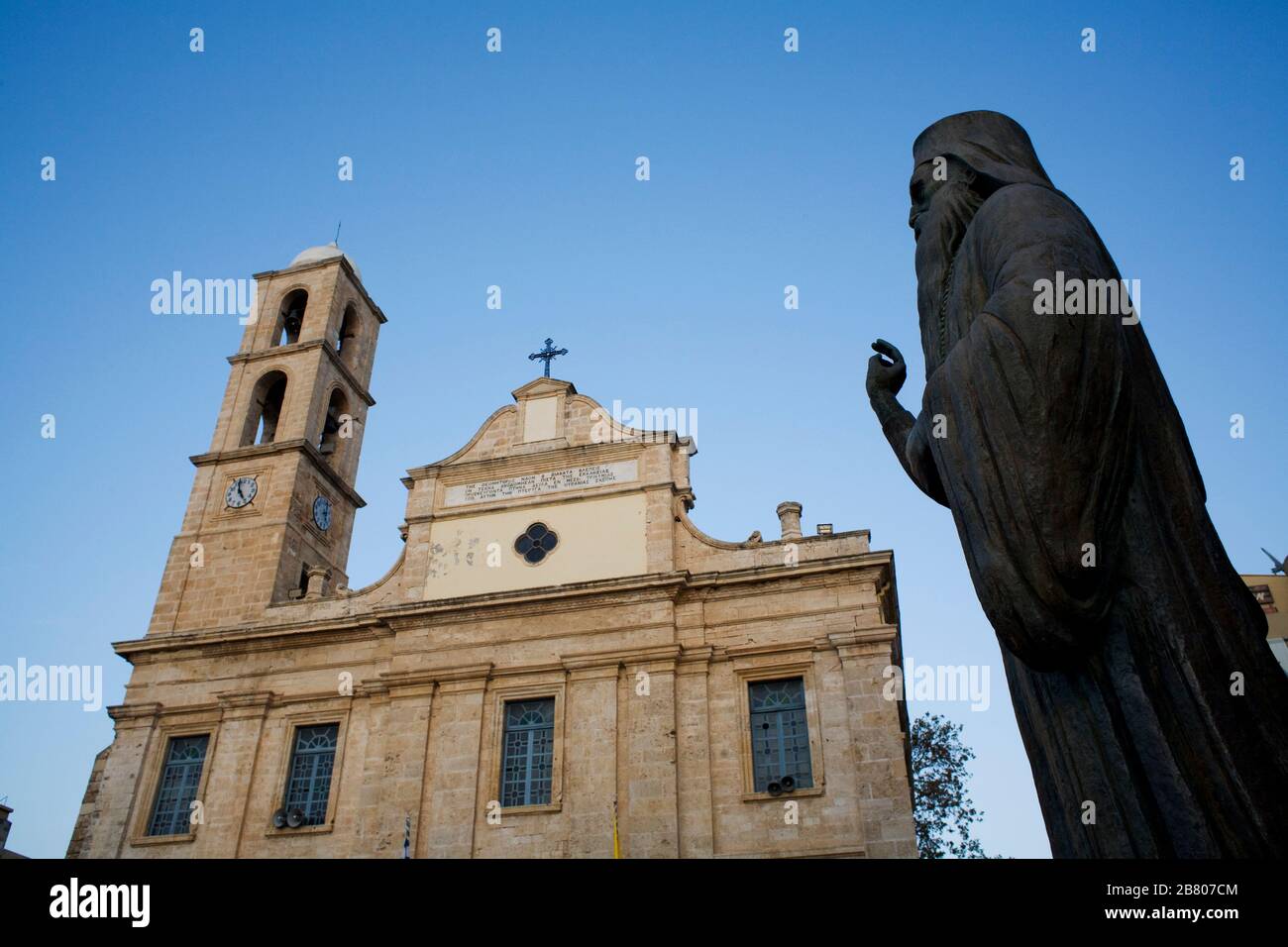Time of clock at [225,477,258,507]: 4:57
